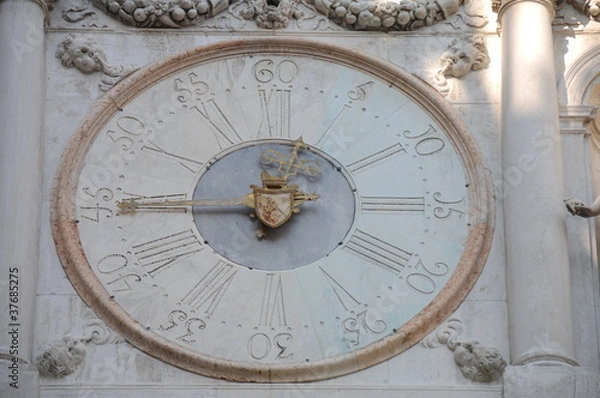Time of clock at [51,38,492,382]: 11:44
